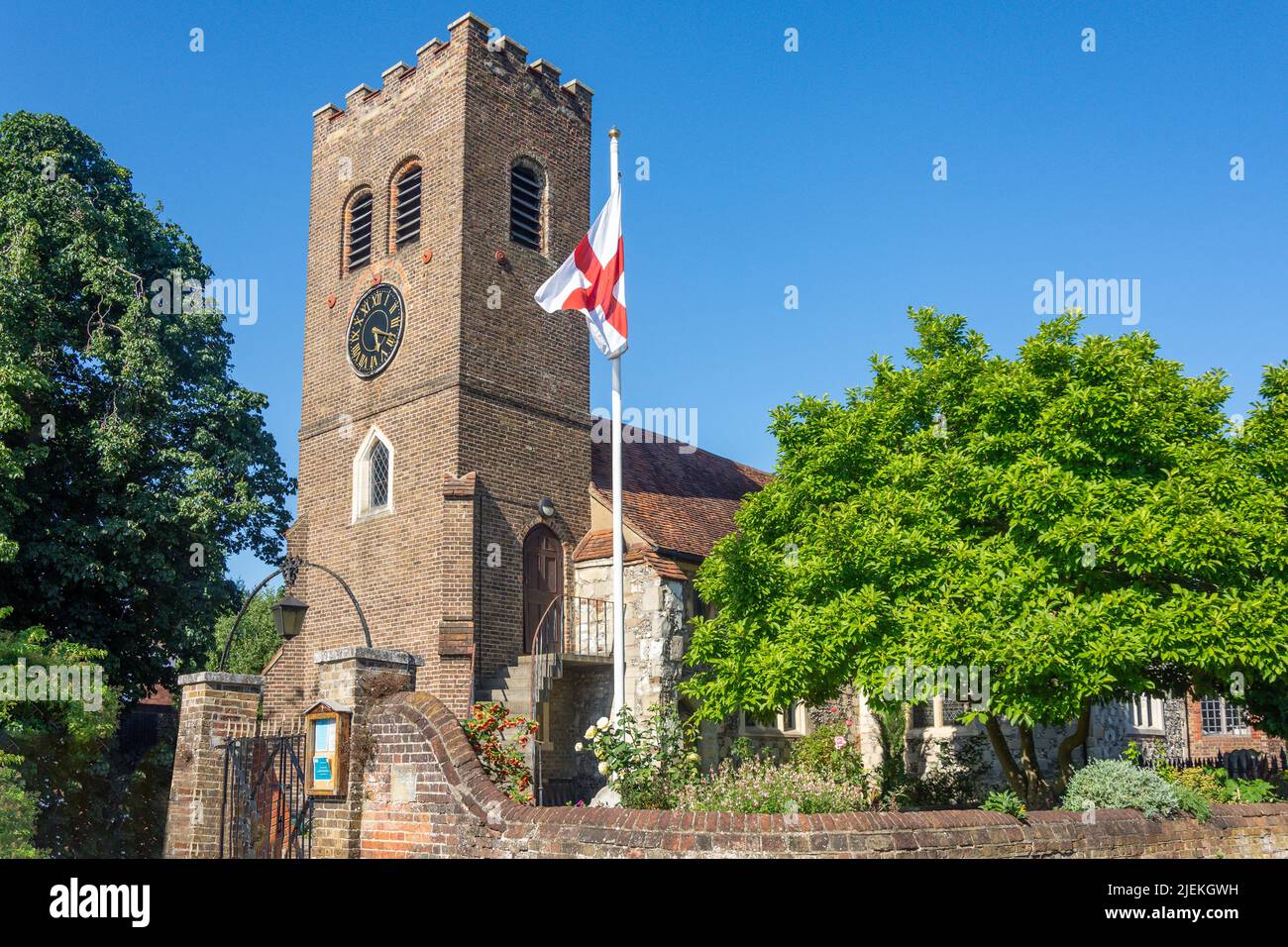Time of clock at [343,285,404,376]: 5:18
